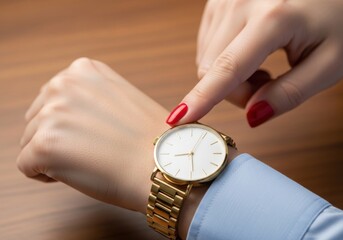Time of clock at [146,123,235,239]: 9:04
